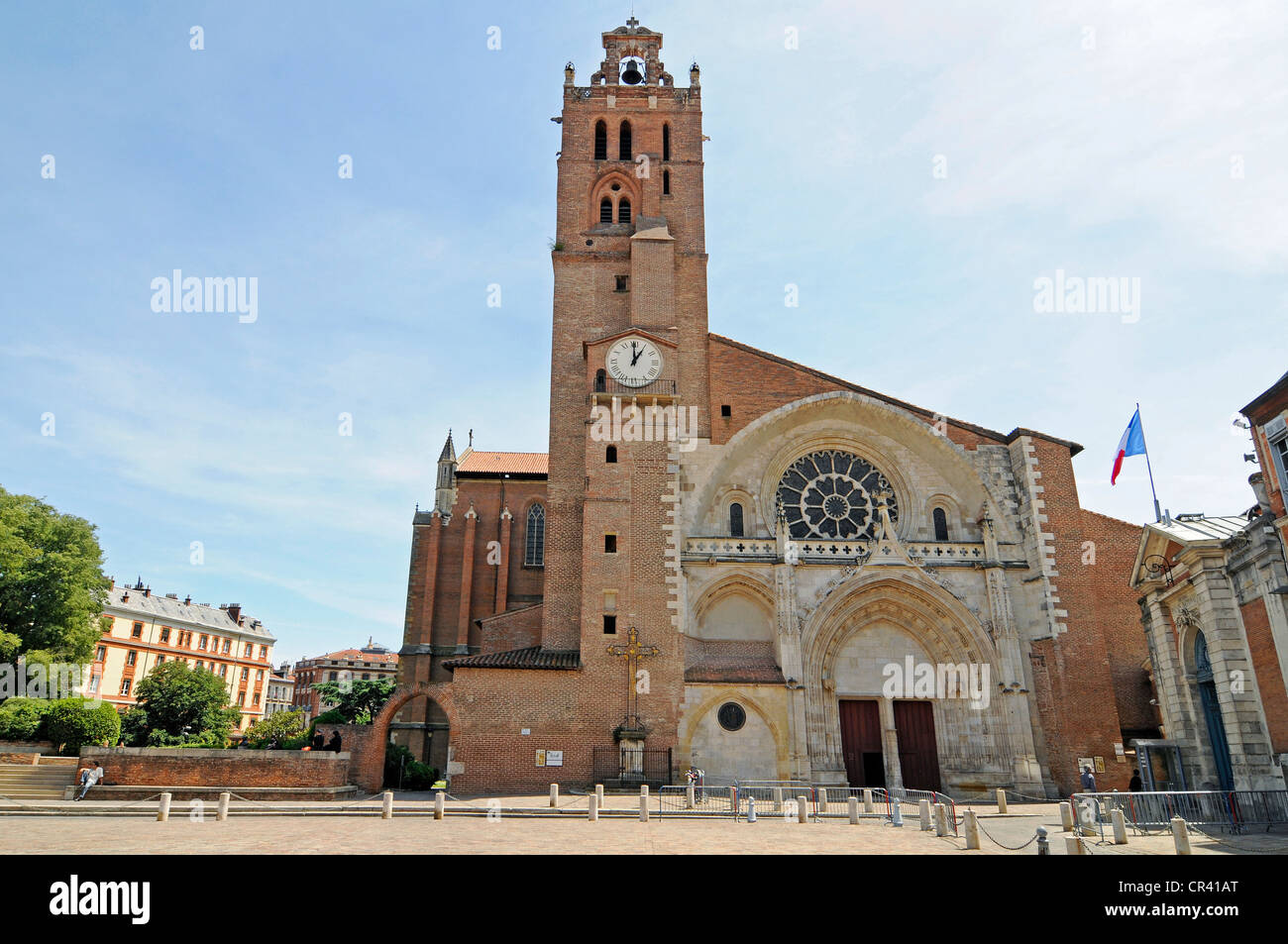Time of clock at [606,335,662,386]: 1:00
